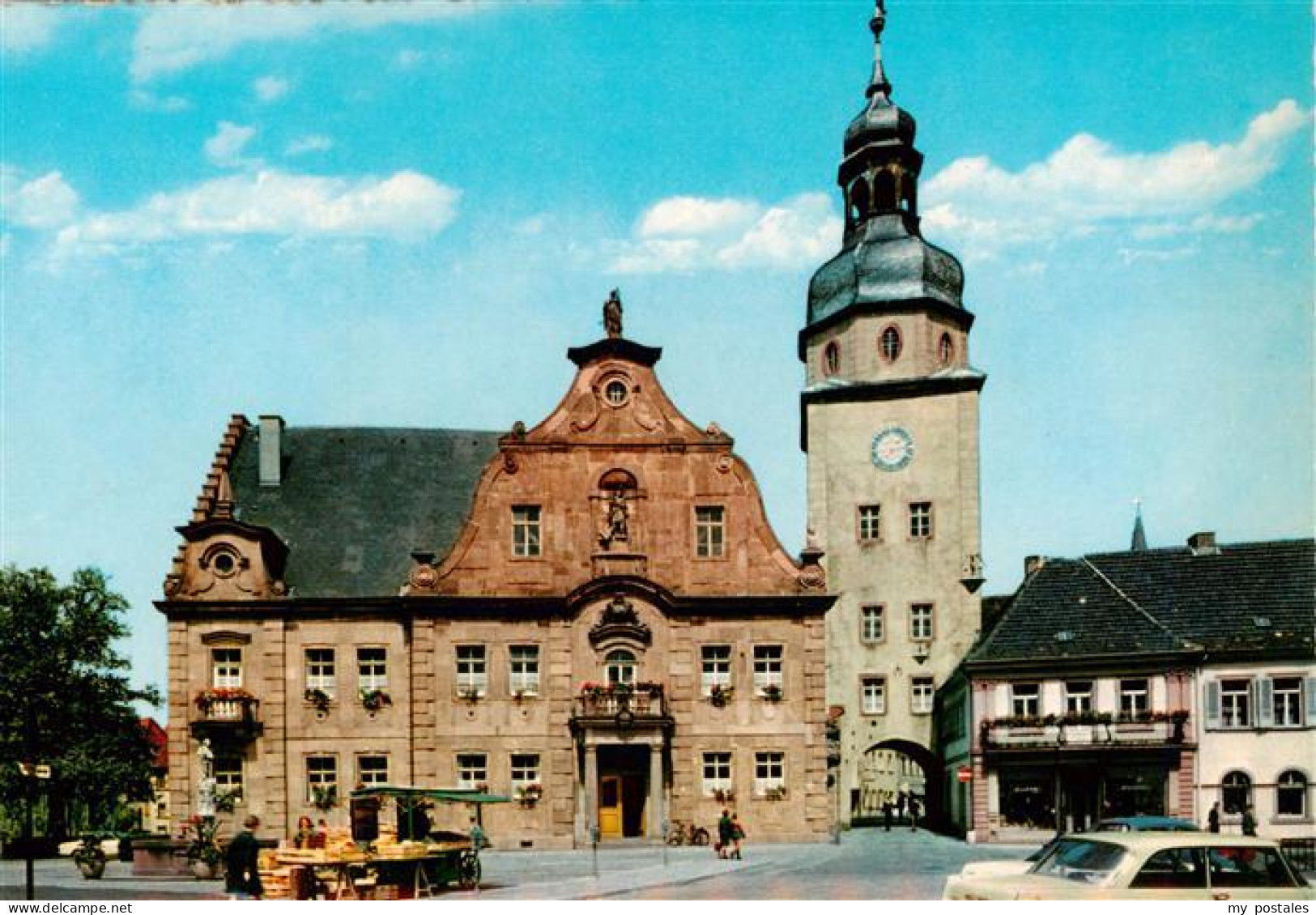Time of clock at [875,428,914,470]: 7:12
